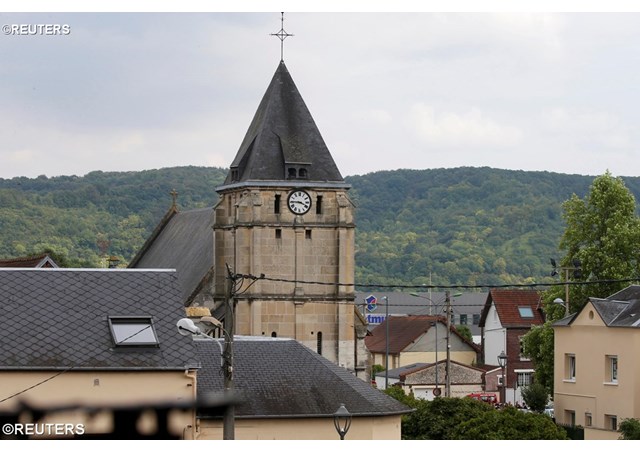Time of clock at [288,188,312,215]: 3:45
